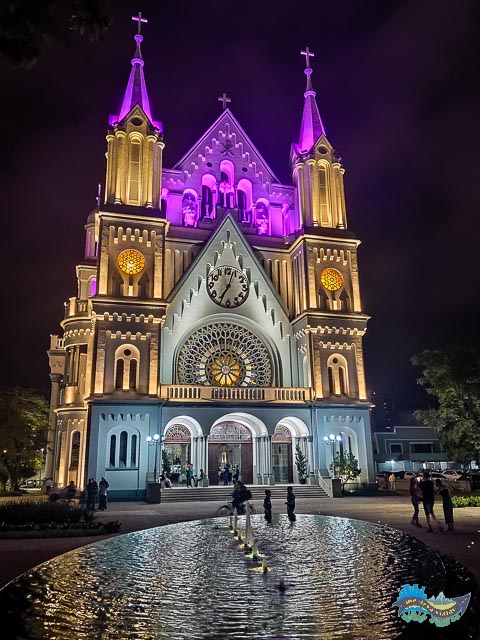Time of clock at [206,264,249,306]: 7:03
